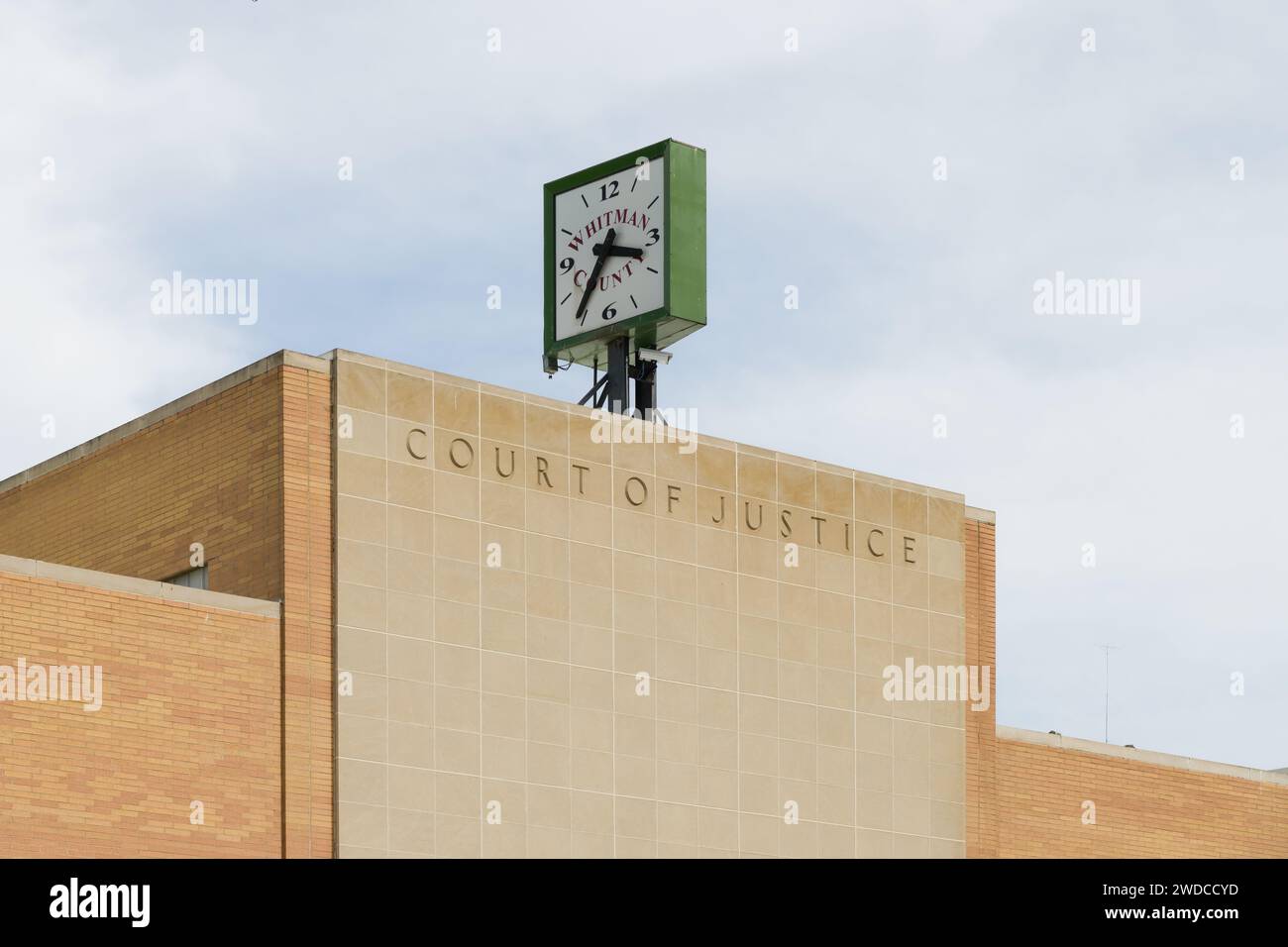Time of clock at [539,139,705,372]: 3:35
